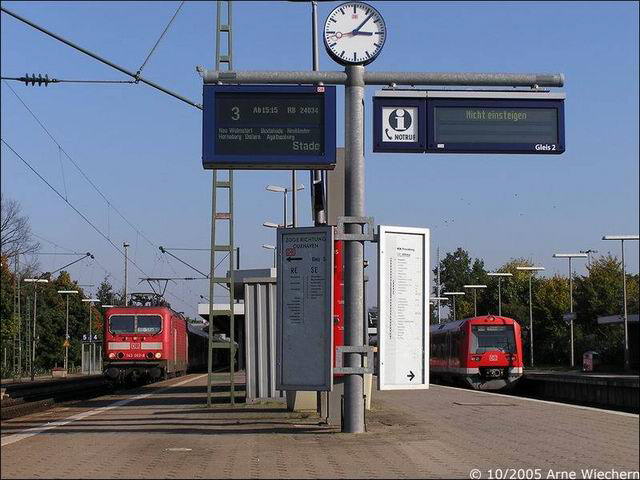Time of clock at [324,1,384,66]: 3:07
